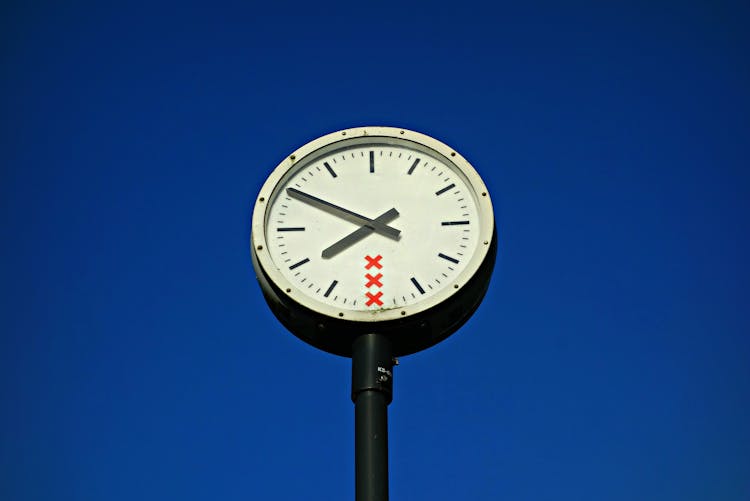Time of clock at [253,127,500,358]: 7:50
